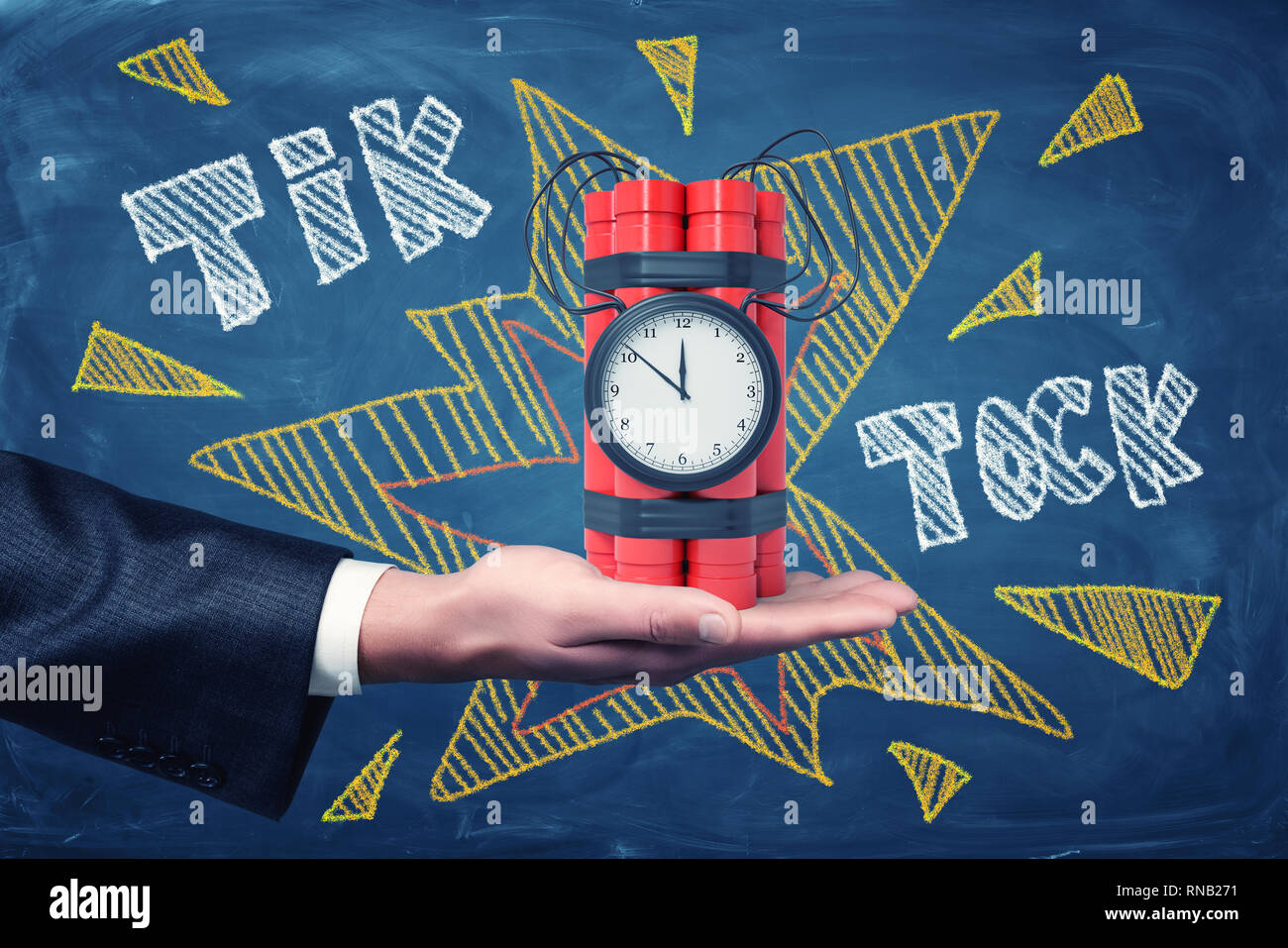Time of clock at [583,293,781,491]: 11:51
